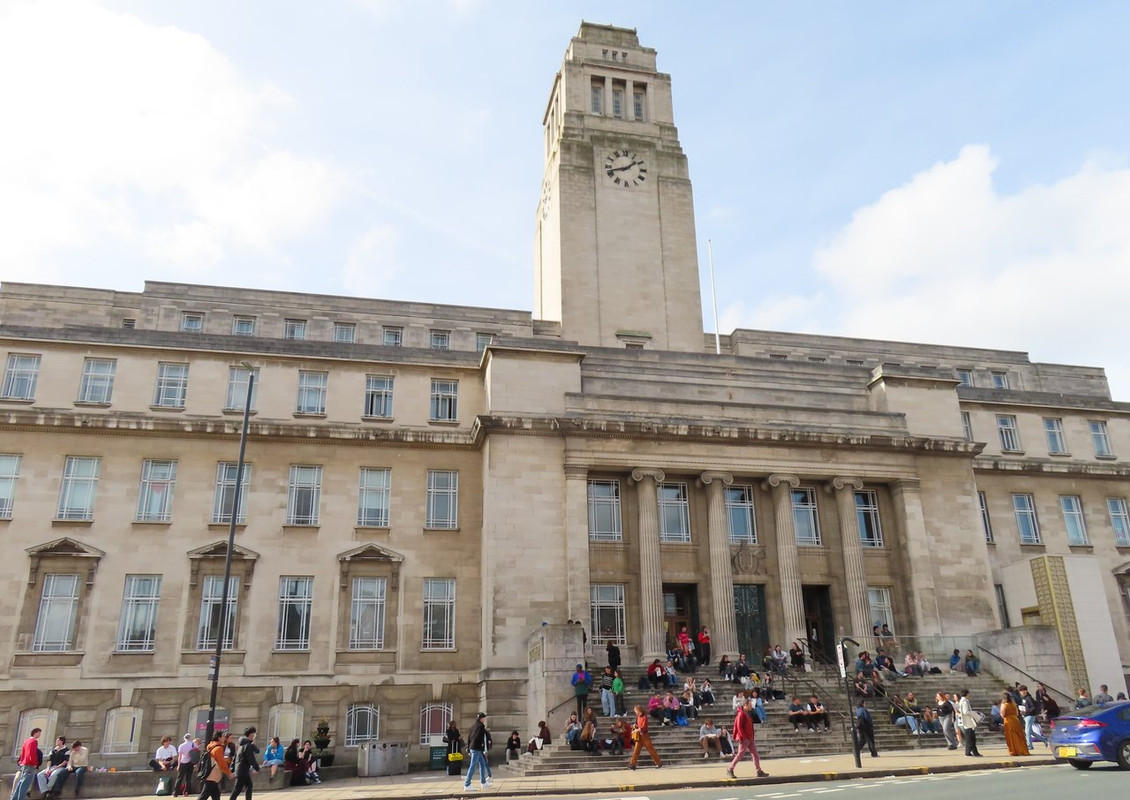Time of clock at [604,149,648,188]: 1:42
